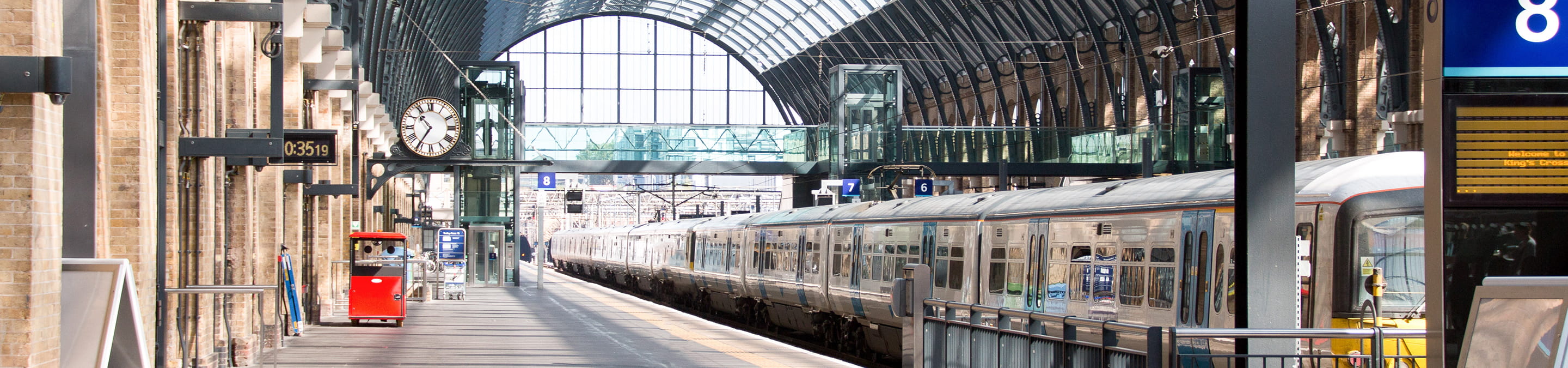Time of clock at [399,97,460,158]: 10:35
